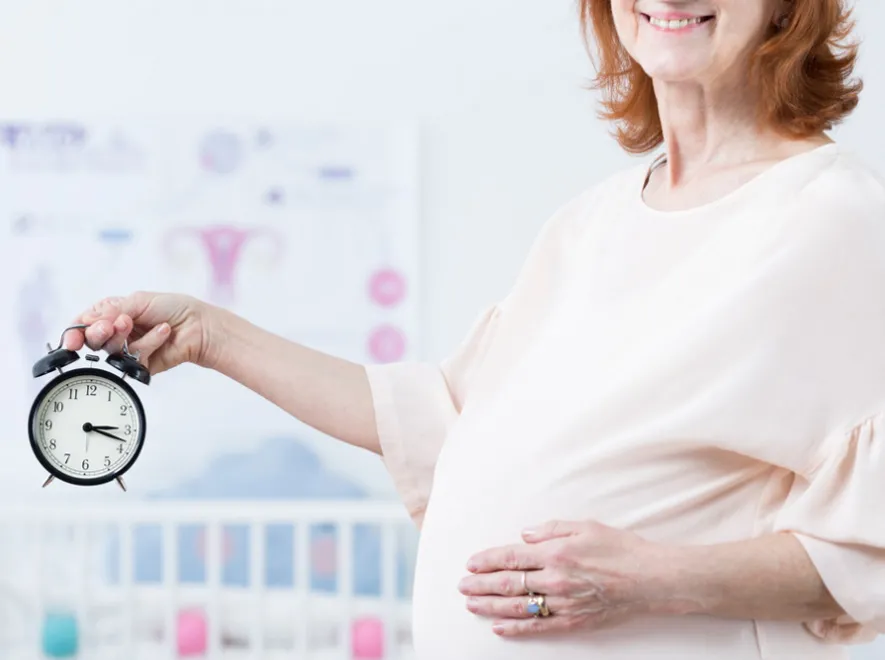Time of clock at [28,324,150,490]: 3:18
